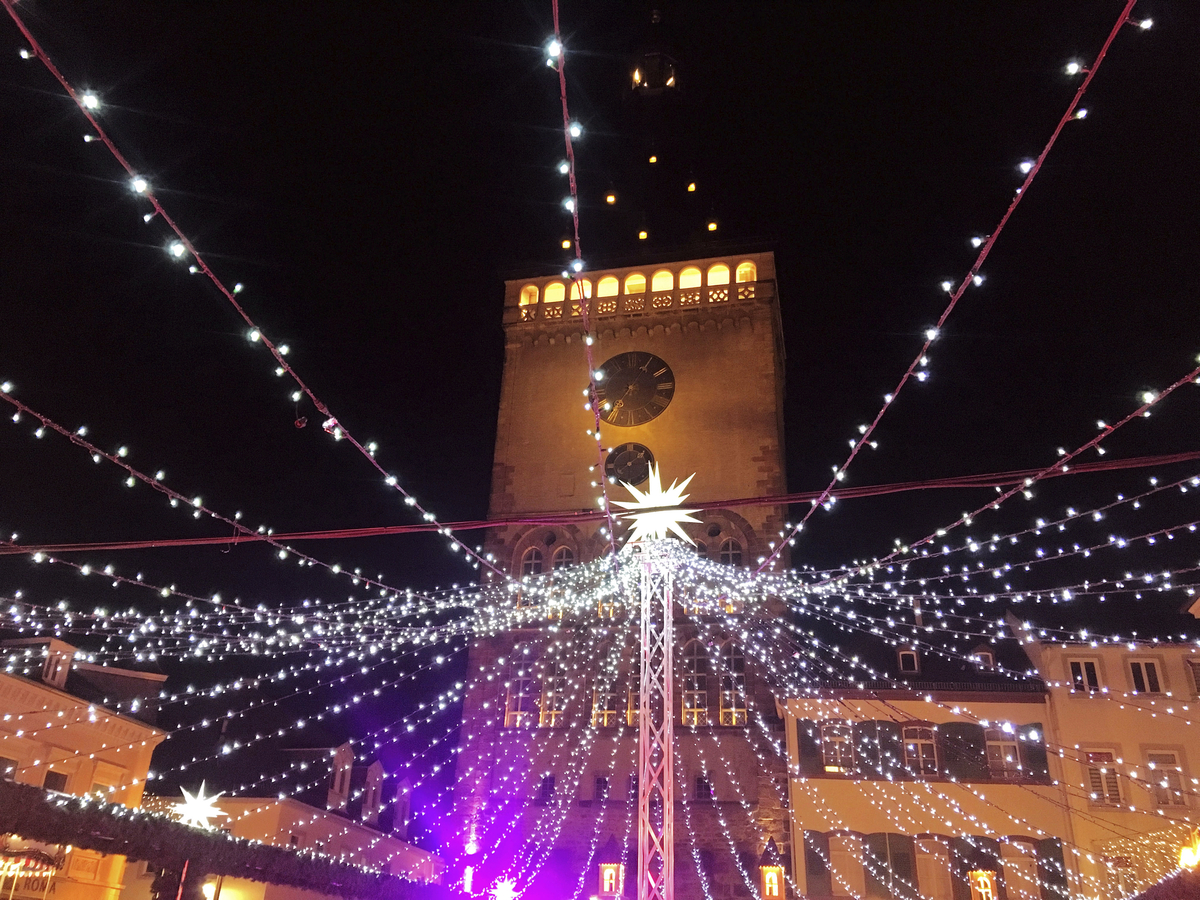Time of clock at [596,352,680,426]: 7:05
